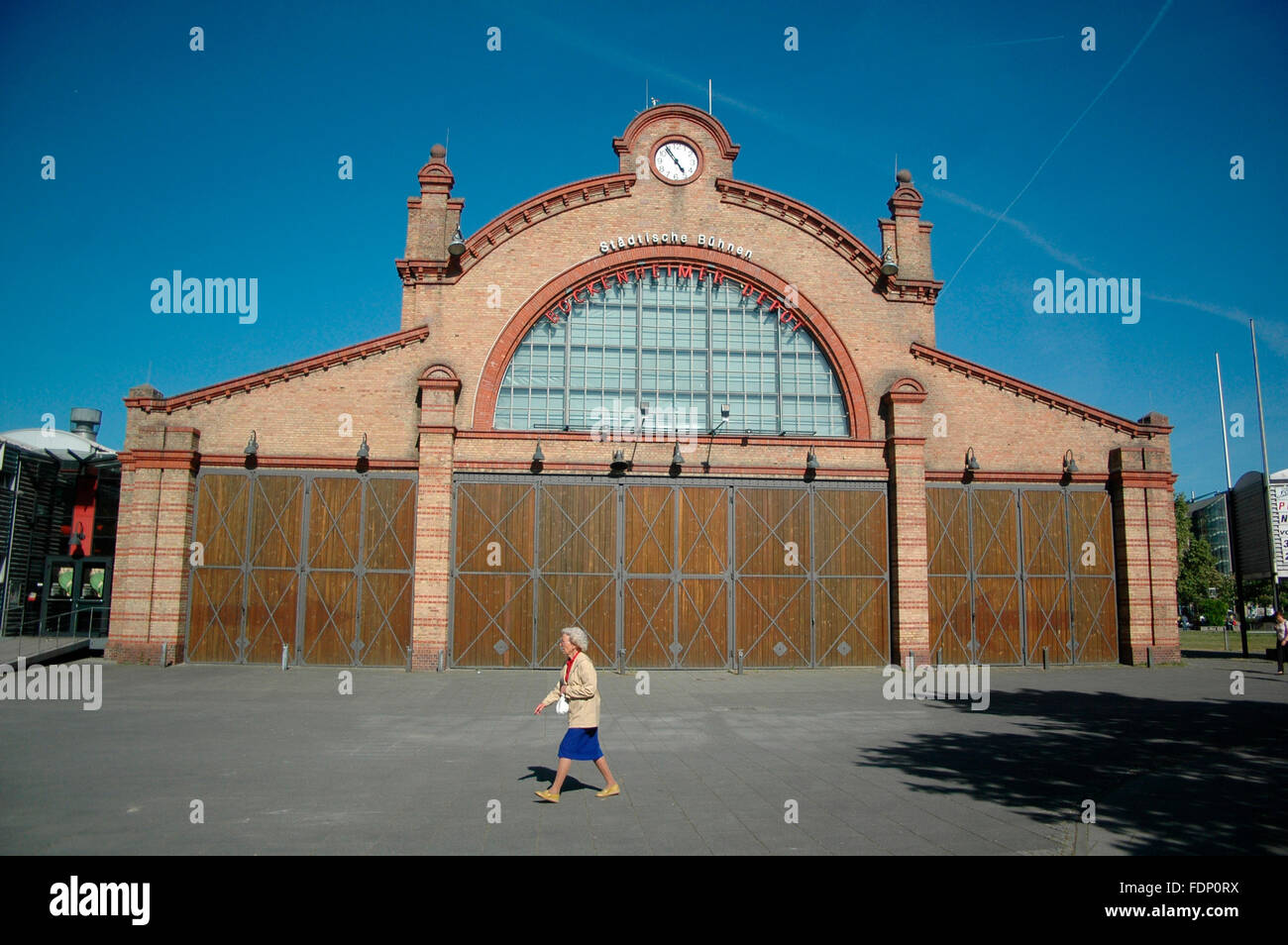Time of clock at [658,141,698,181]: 4:54
